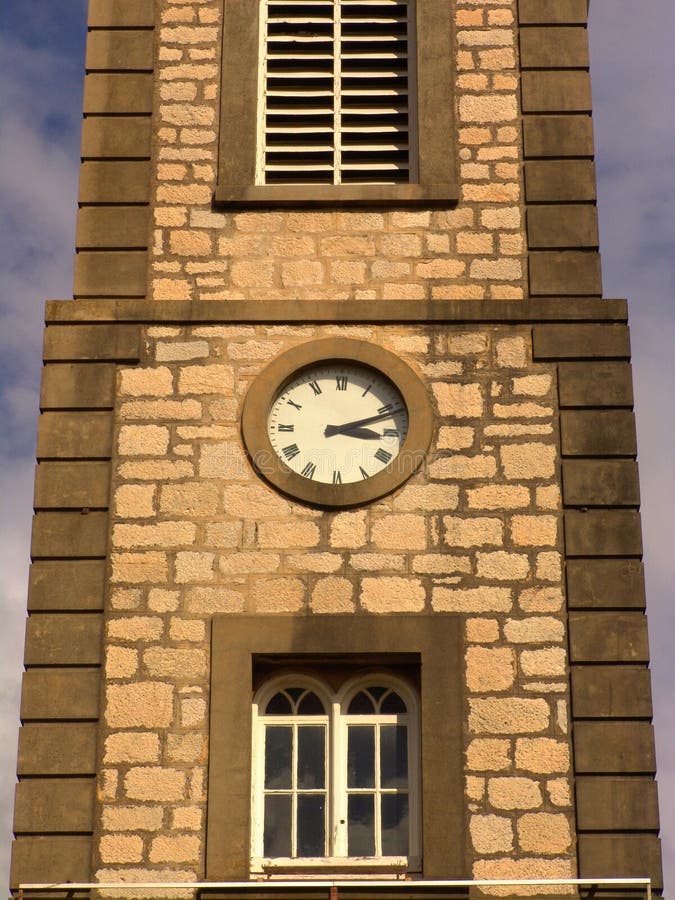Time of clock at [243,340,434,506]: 3:11
